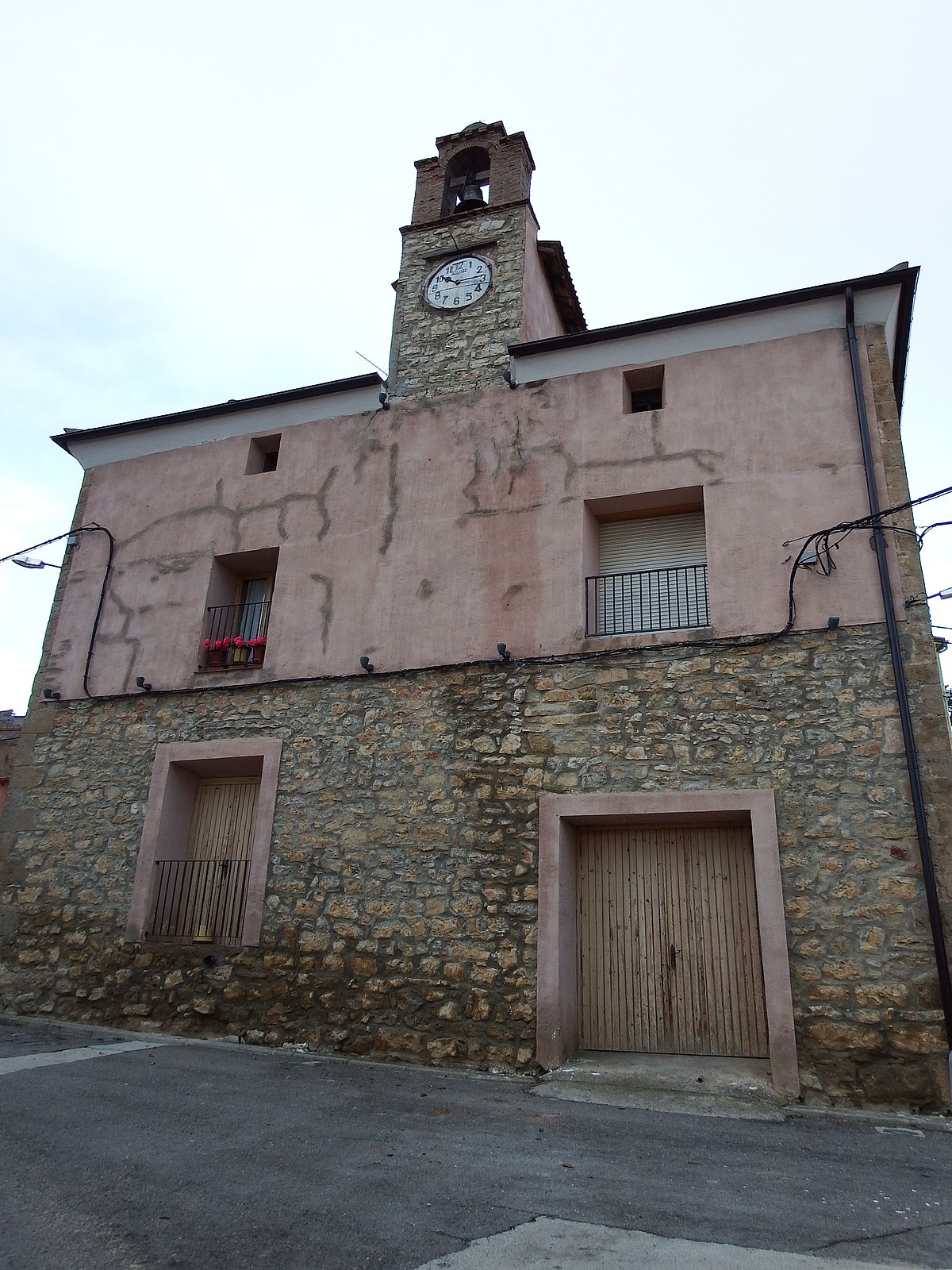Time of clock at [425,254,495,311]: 10:13
